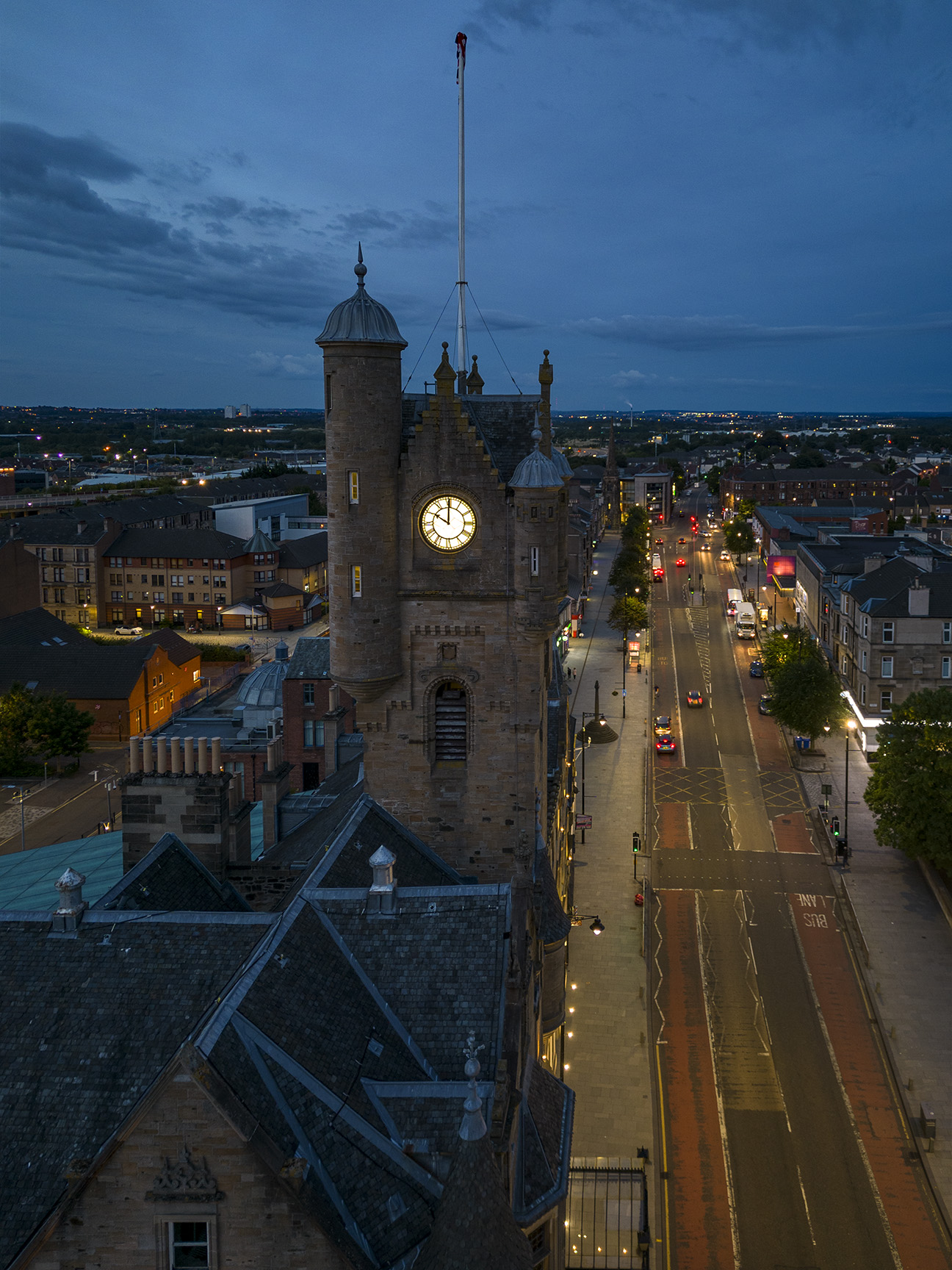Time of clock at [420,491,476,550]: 10:00
